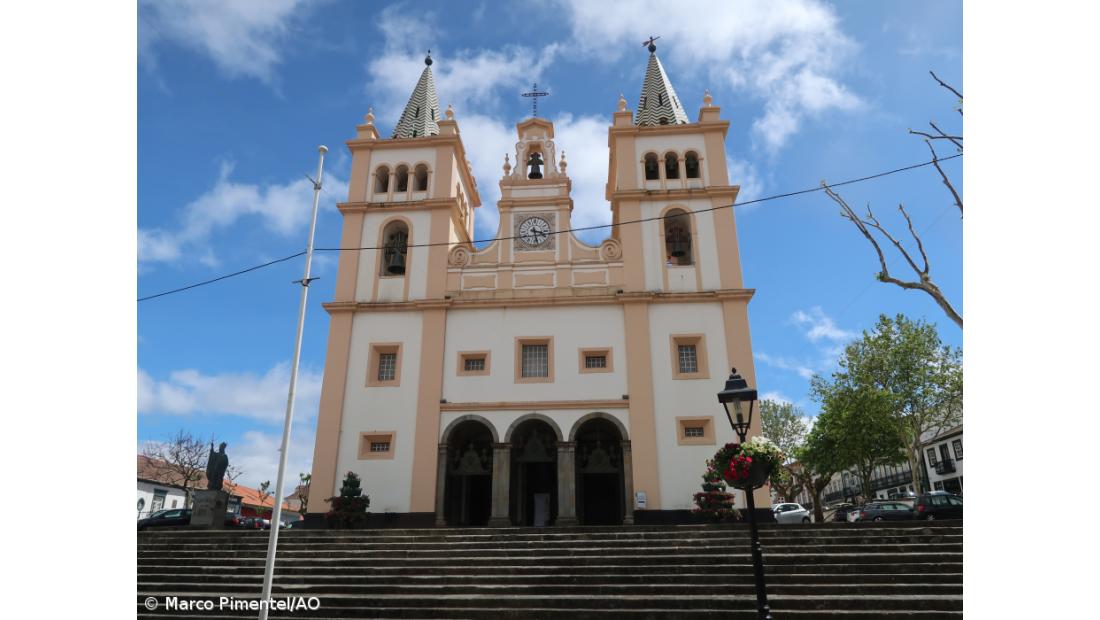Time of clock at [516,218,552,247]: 3:28
